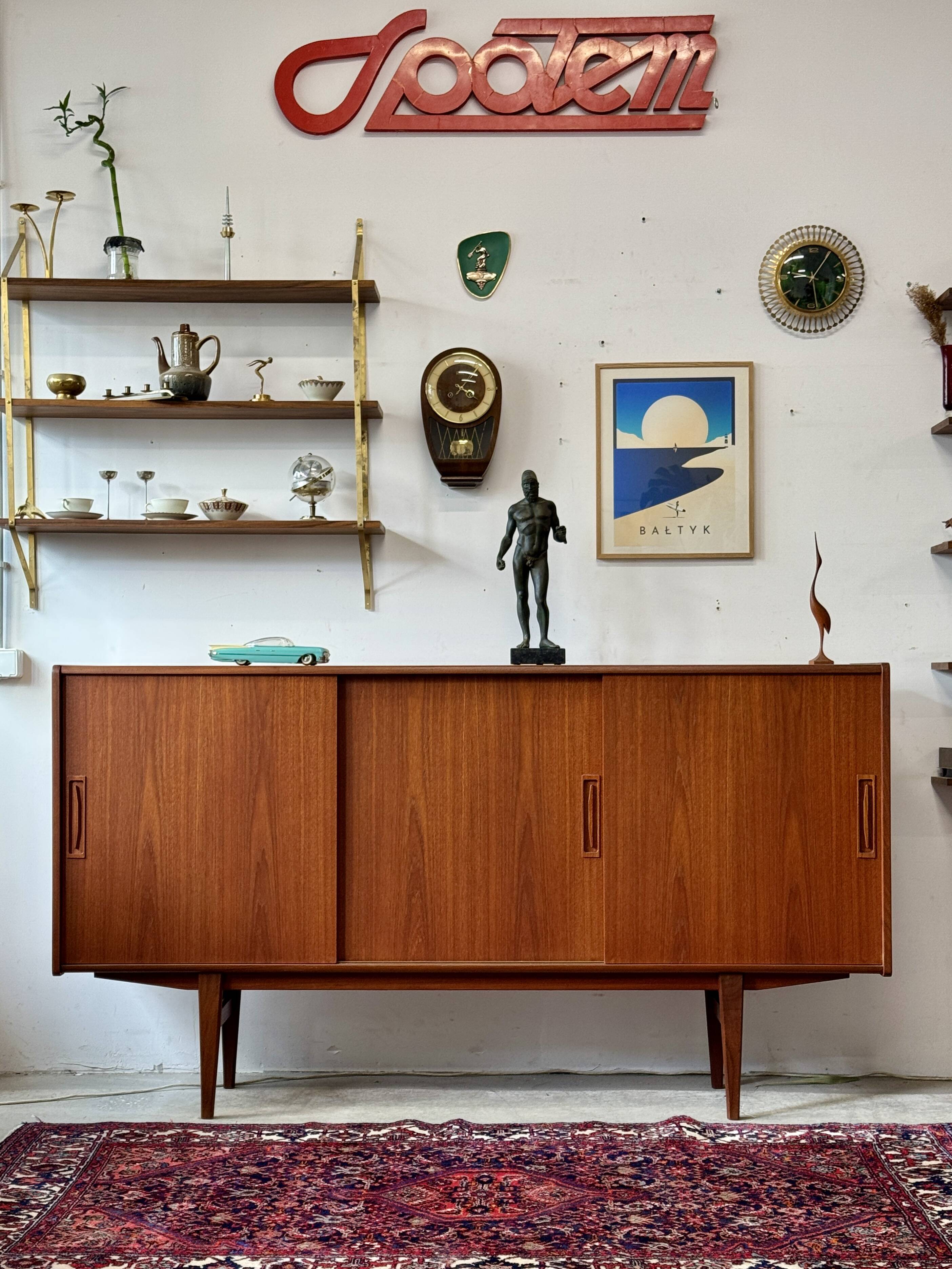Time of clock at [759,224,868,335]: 9:05
